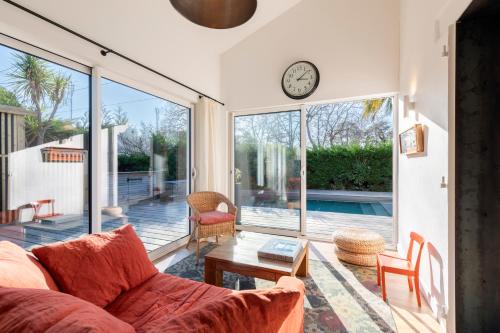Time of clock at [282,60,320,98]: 3:08
